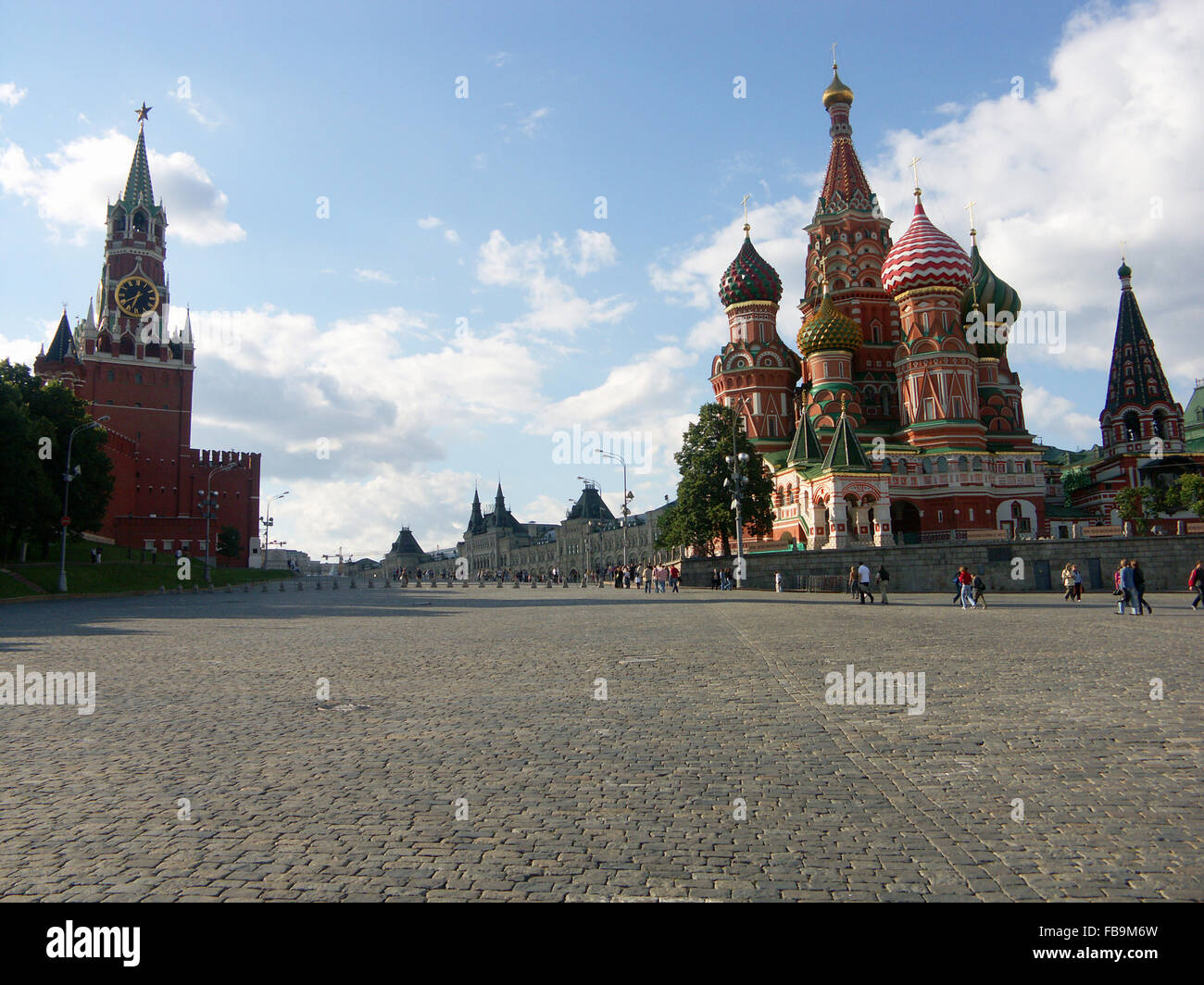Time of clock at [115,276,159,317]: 12:33
